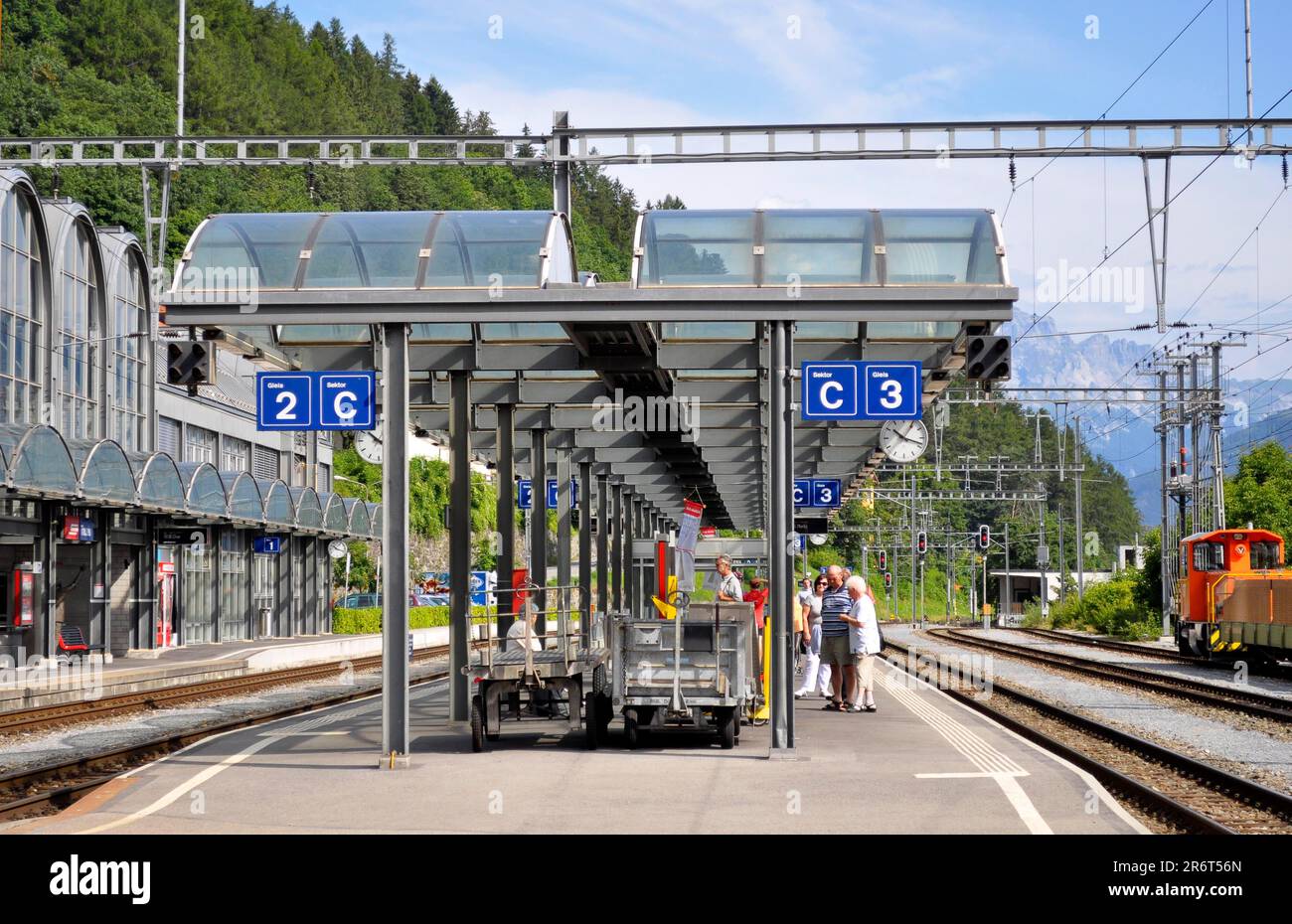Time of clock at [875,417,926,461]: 10:18
